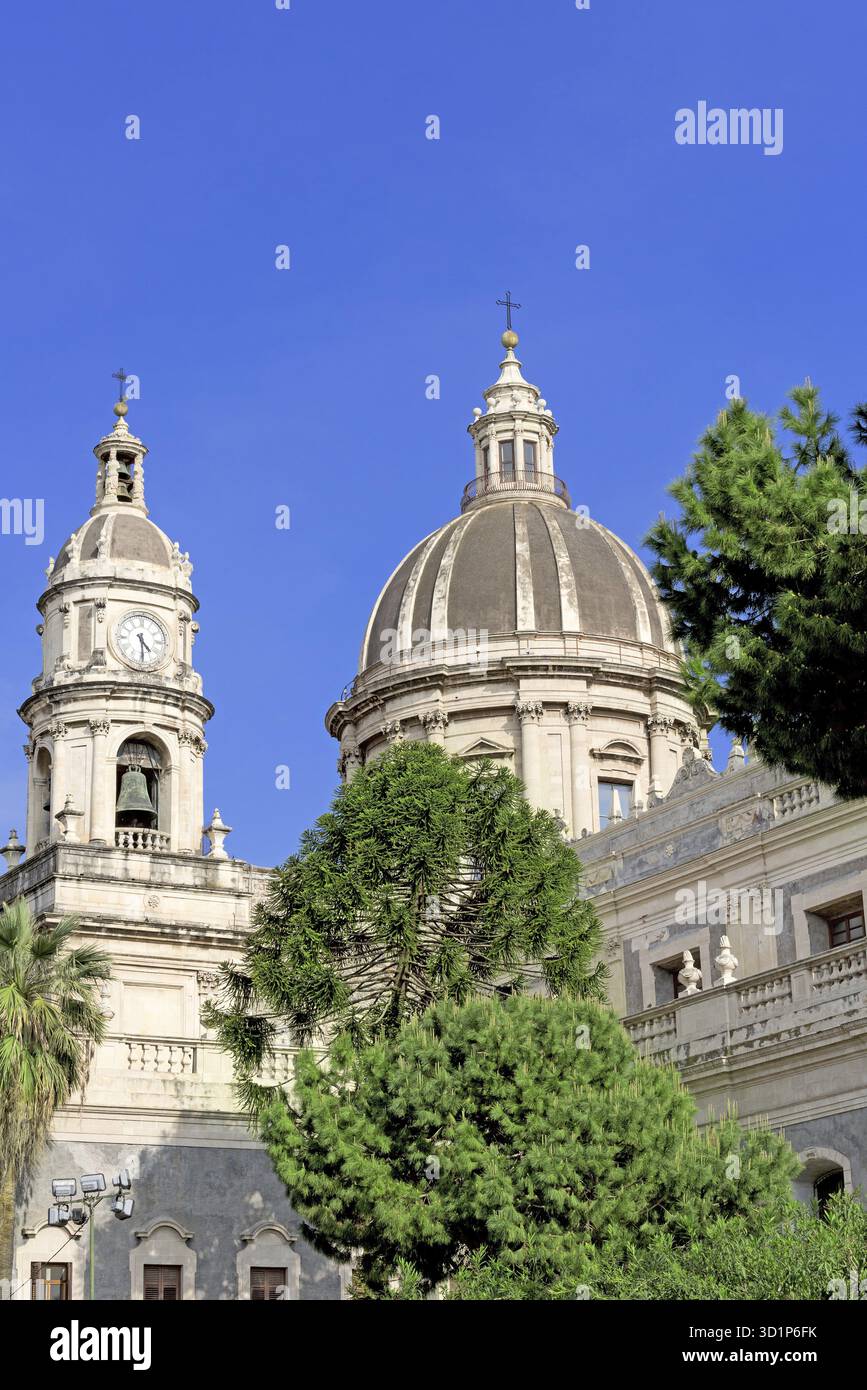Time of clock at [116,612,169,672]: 4:29
